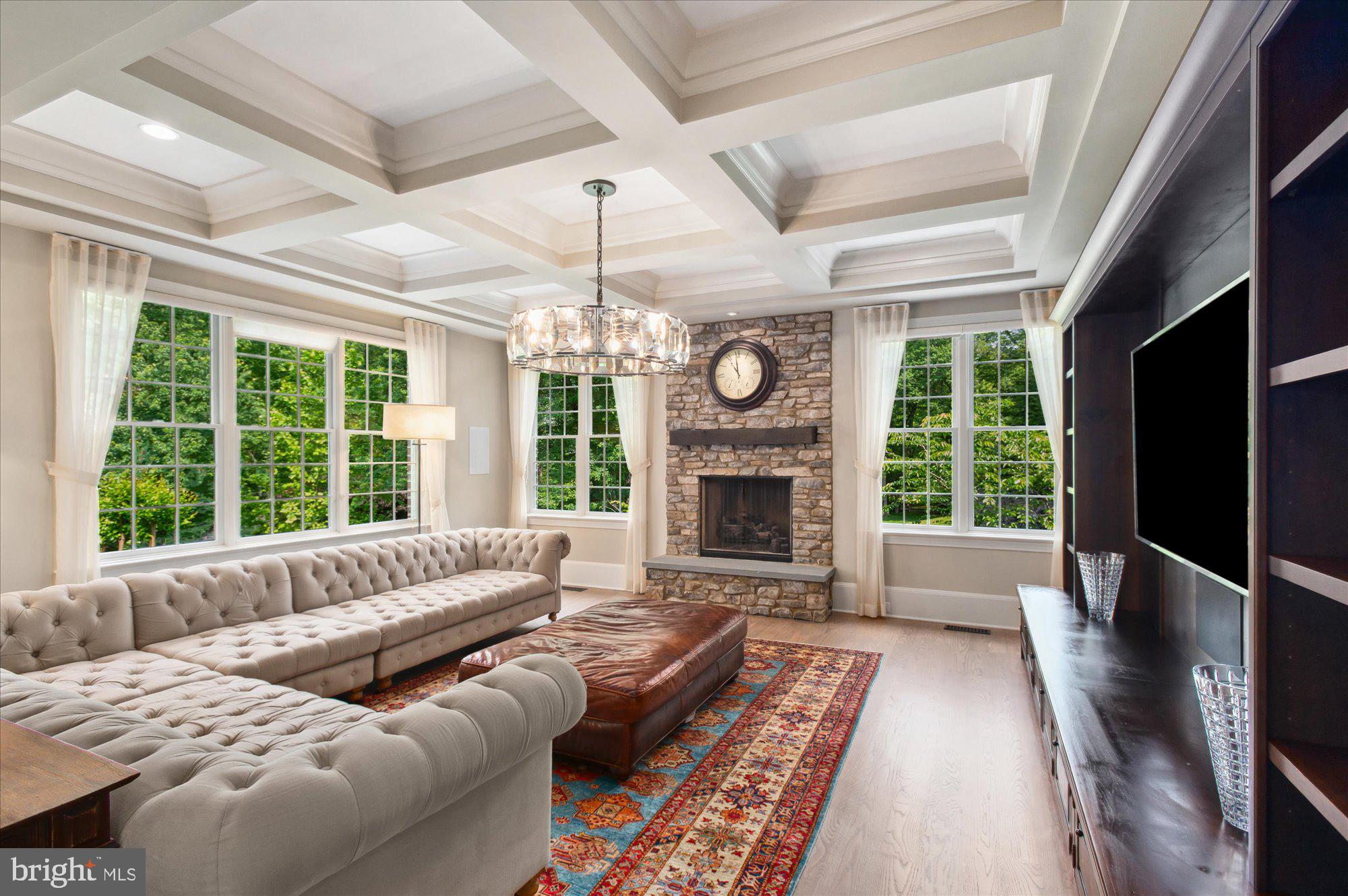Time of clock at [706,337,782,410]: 10:58
